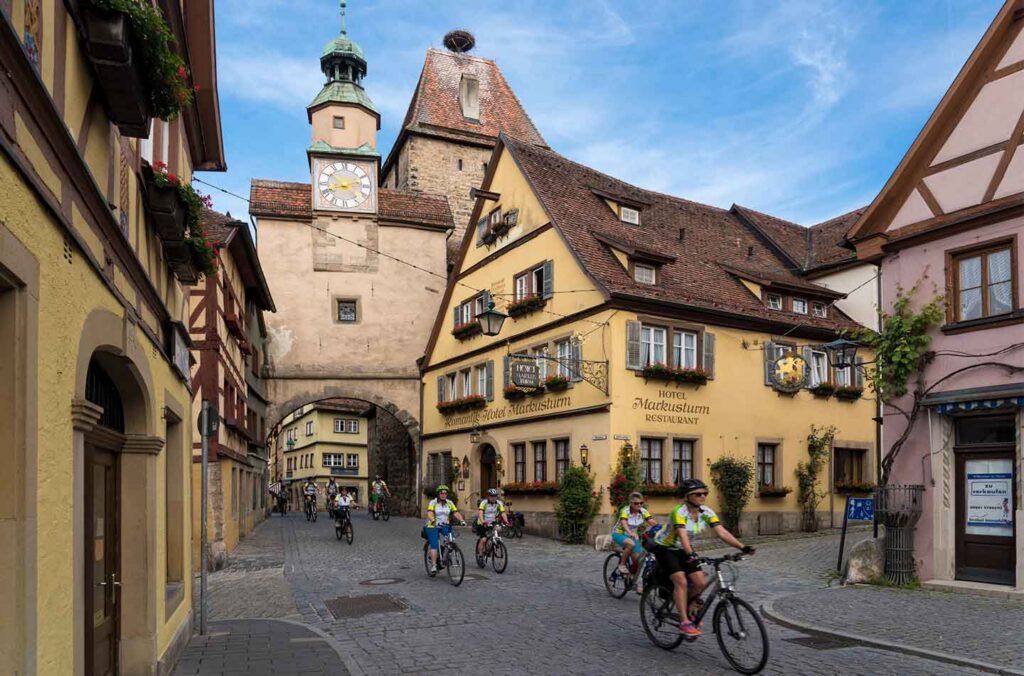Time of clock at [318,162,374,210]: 8:11
